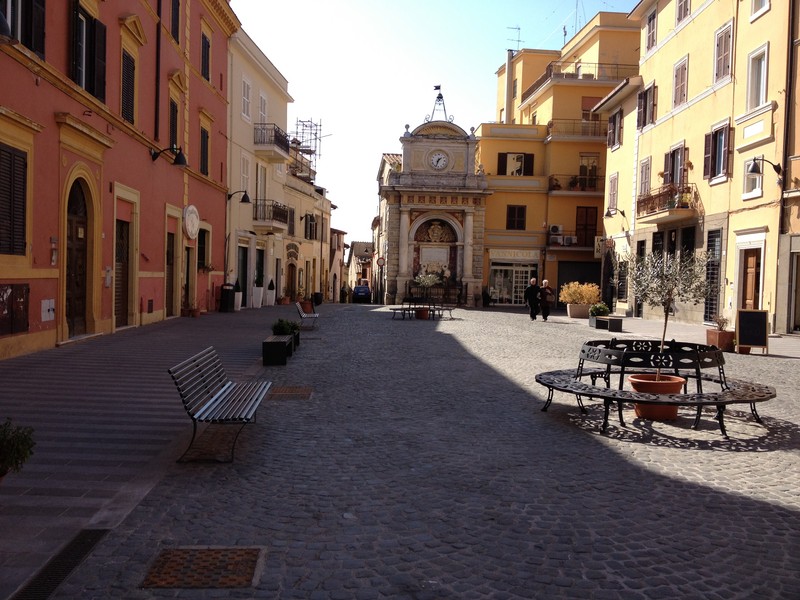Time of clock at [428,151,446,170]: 1:33
